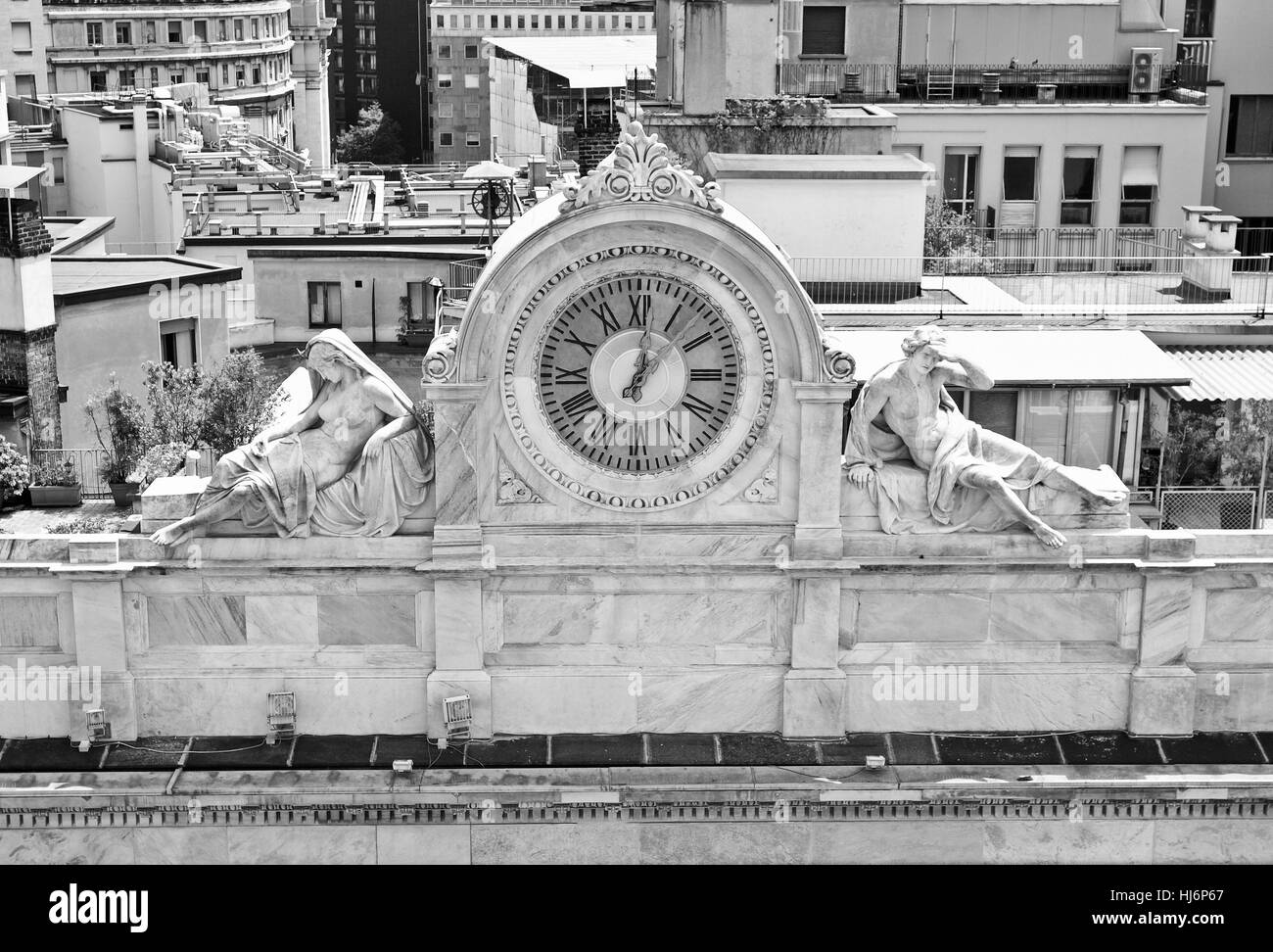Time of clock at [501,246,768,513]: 1:01
